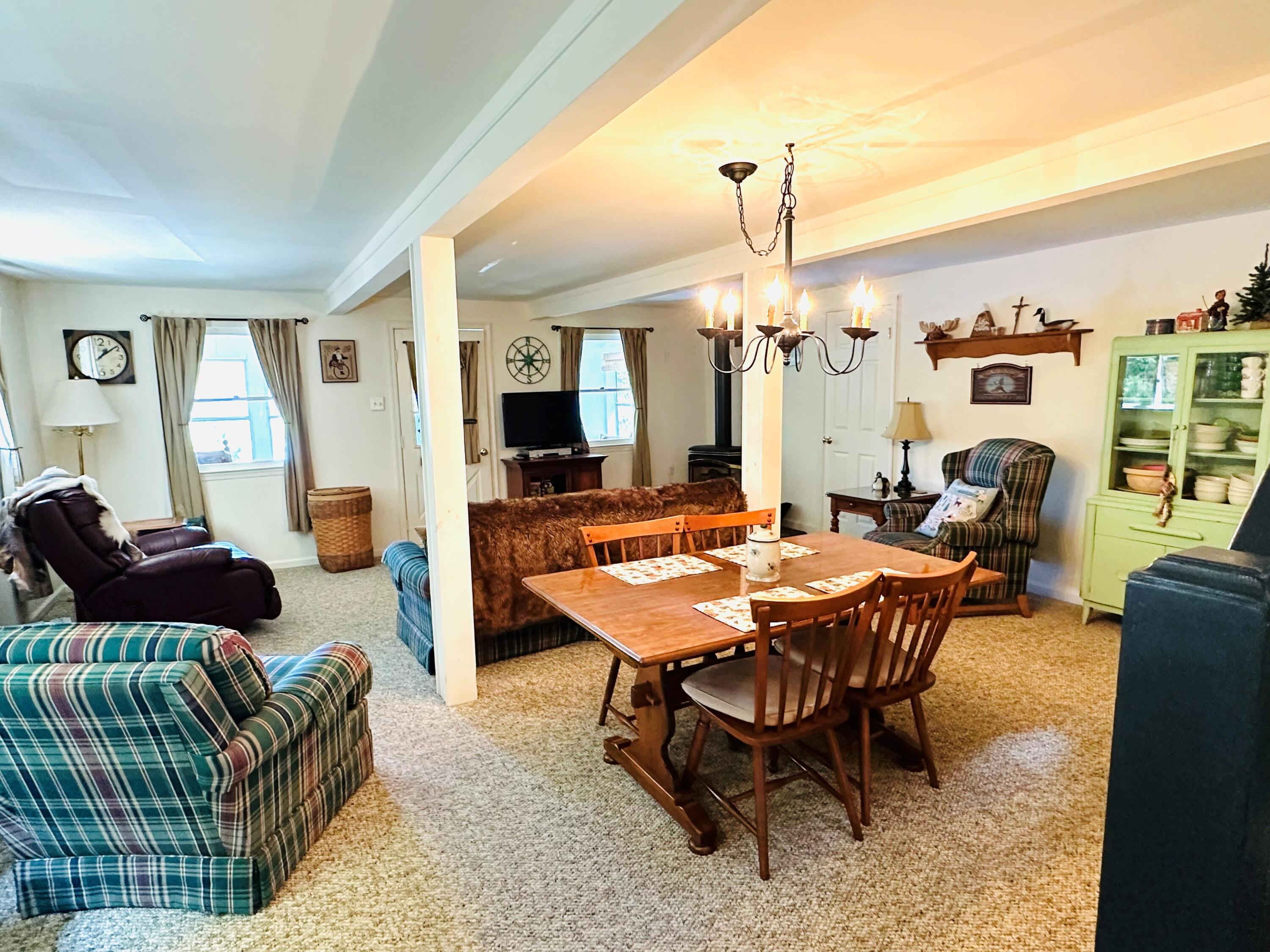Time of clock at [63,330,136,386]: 1:08
